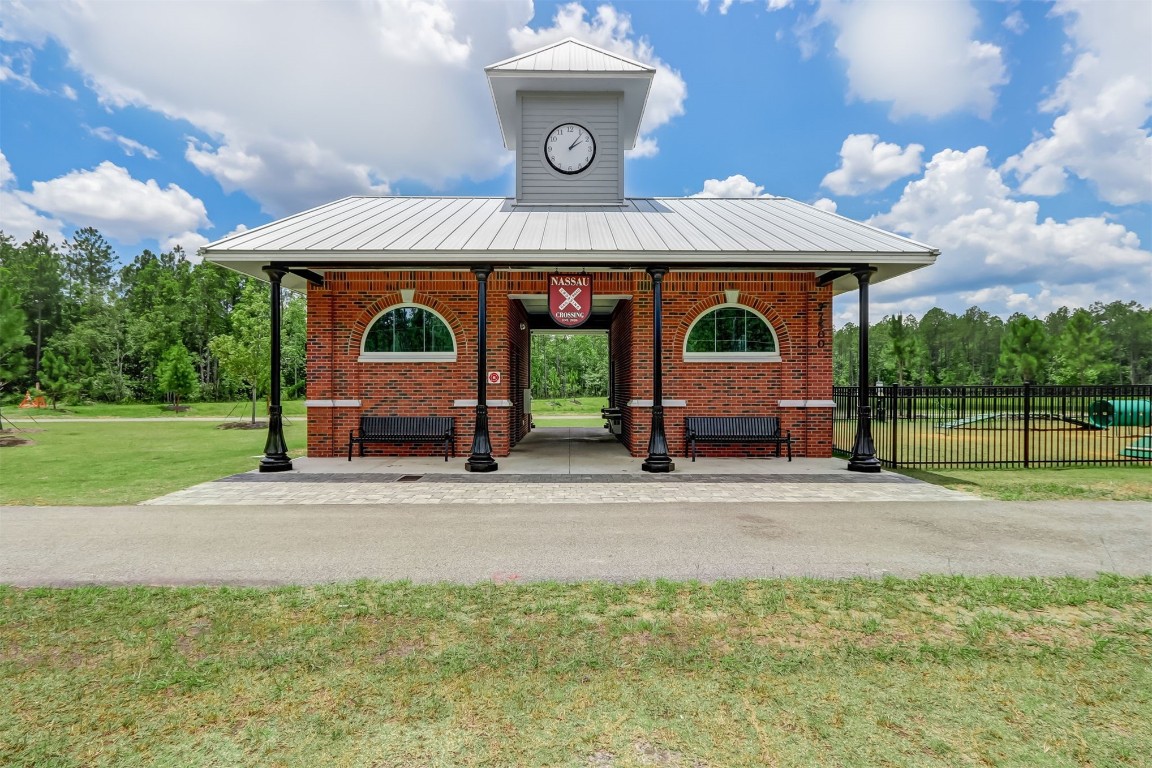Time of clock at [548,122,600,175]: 2:06
